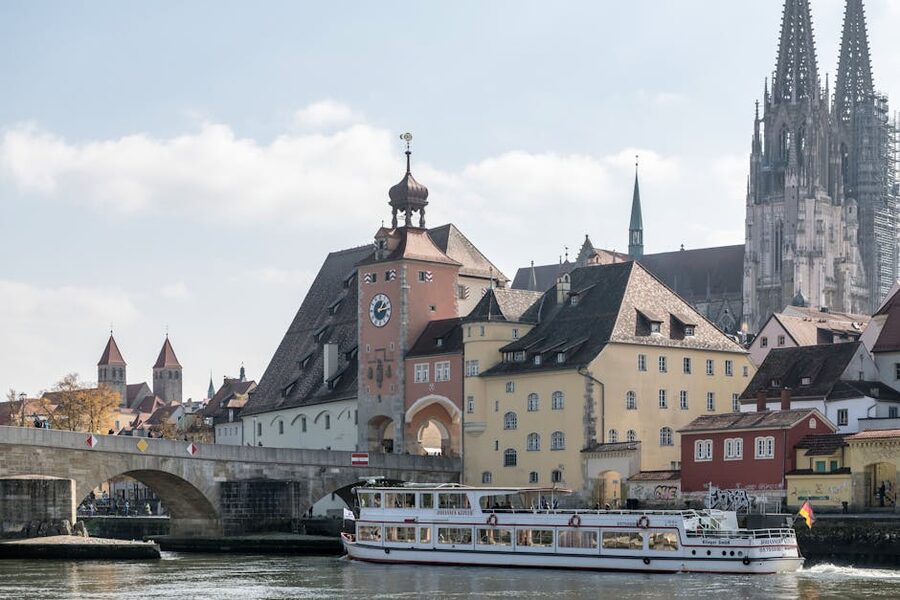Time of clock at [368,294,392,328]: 1:13
